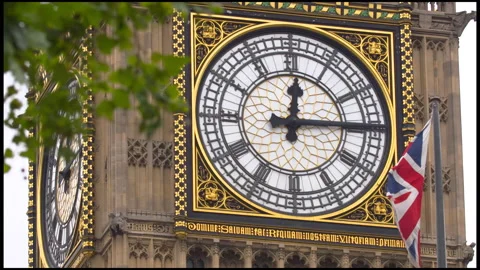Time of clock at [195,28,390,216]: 12:14
